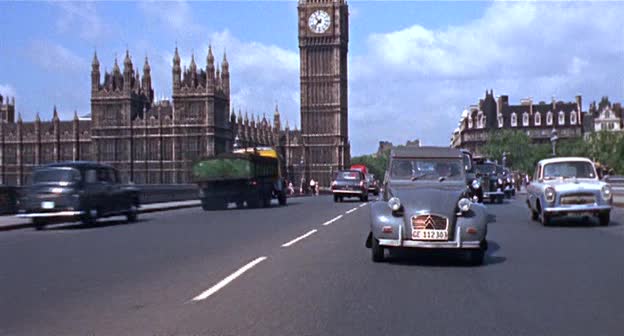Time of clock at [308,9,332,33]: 10:37
